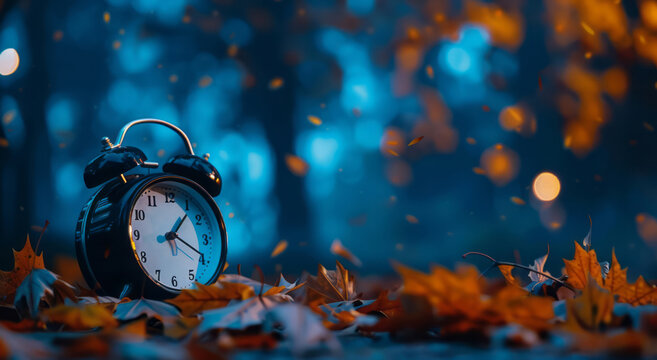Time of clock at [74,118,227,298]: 1:19
